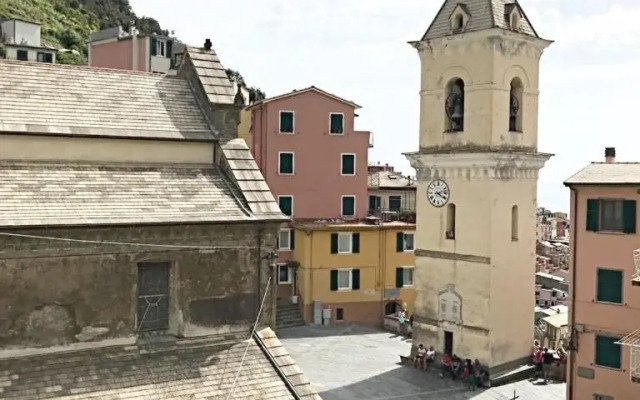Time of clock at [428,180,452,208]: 4:12
